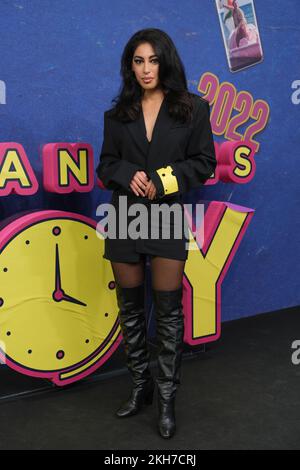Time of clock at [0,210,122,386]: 4:00
